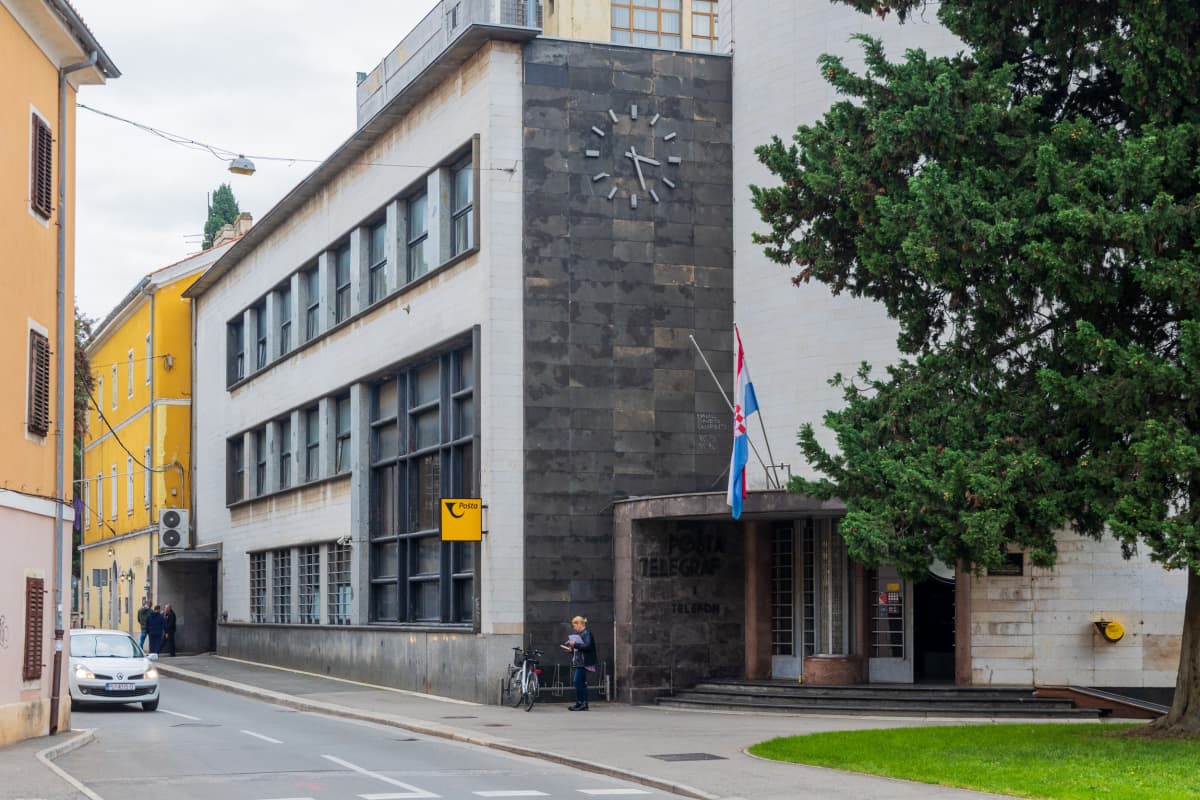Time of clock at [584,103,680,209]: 3:27
